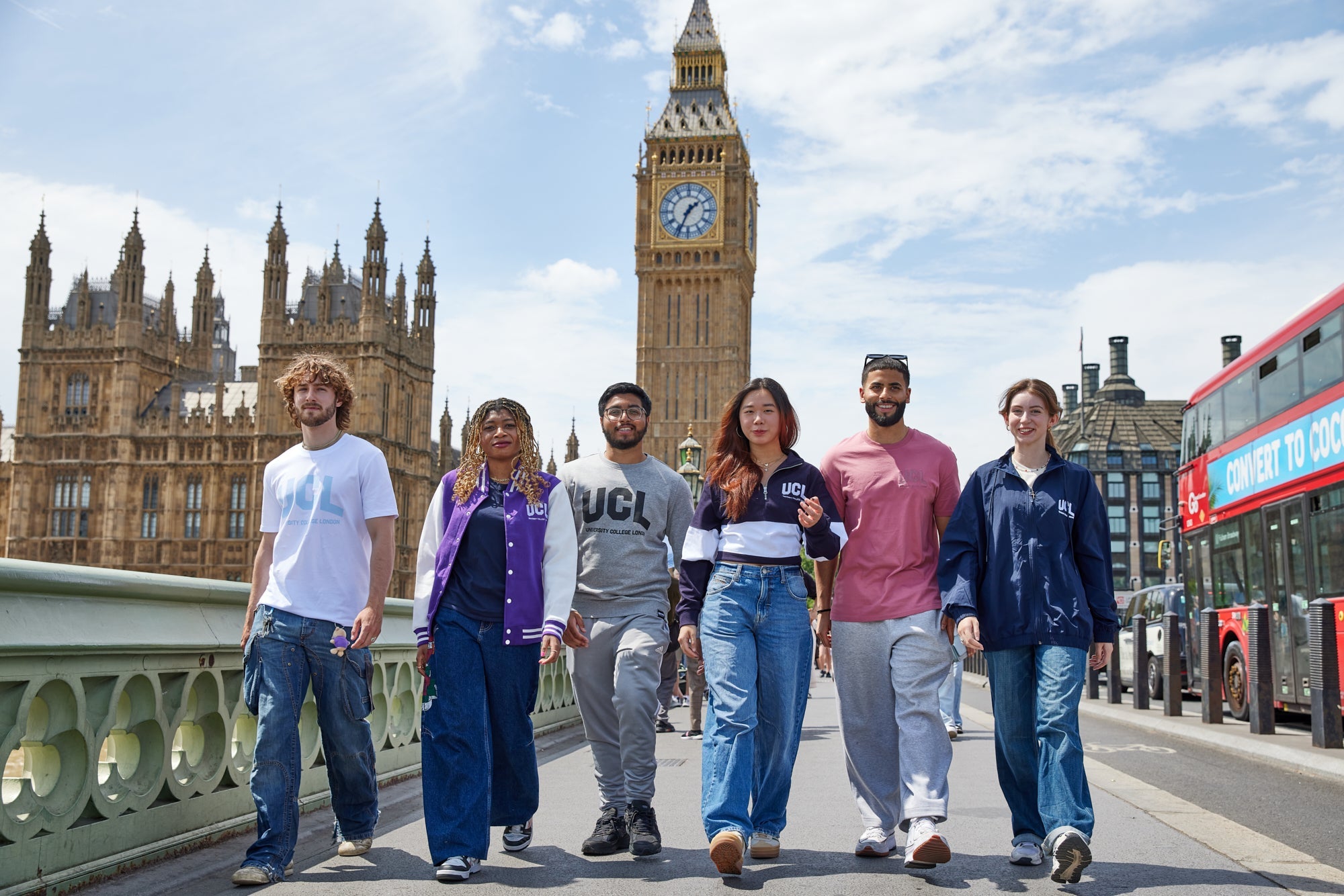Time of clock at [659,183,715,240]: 1:34
